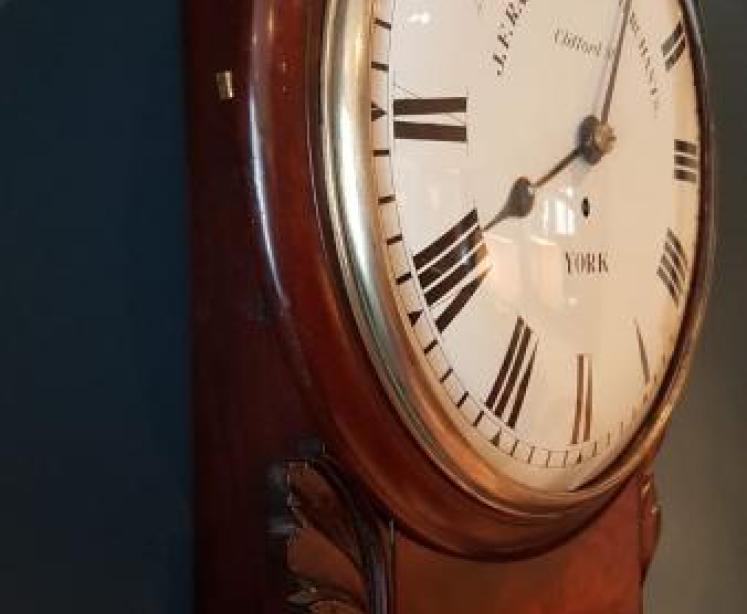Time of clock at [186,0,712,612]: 8:04
